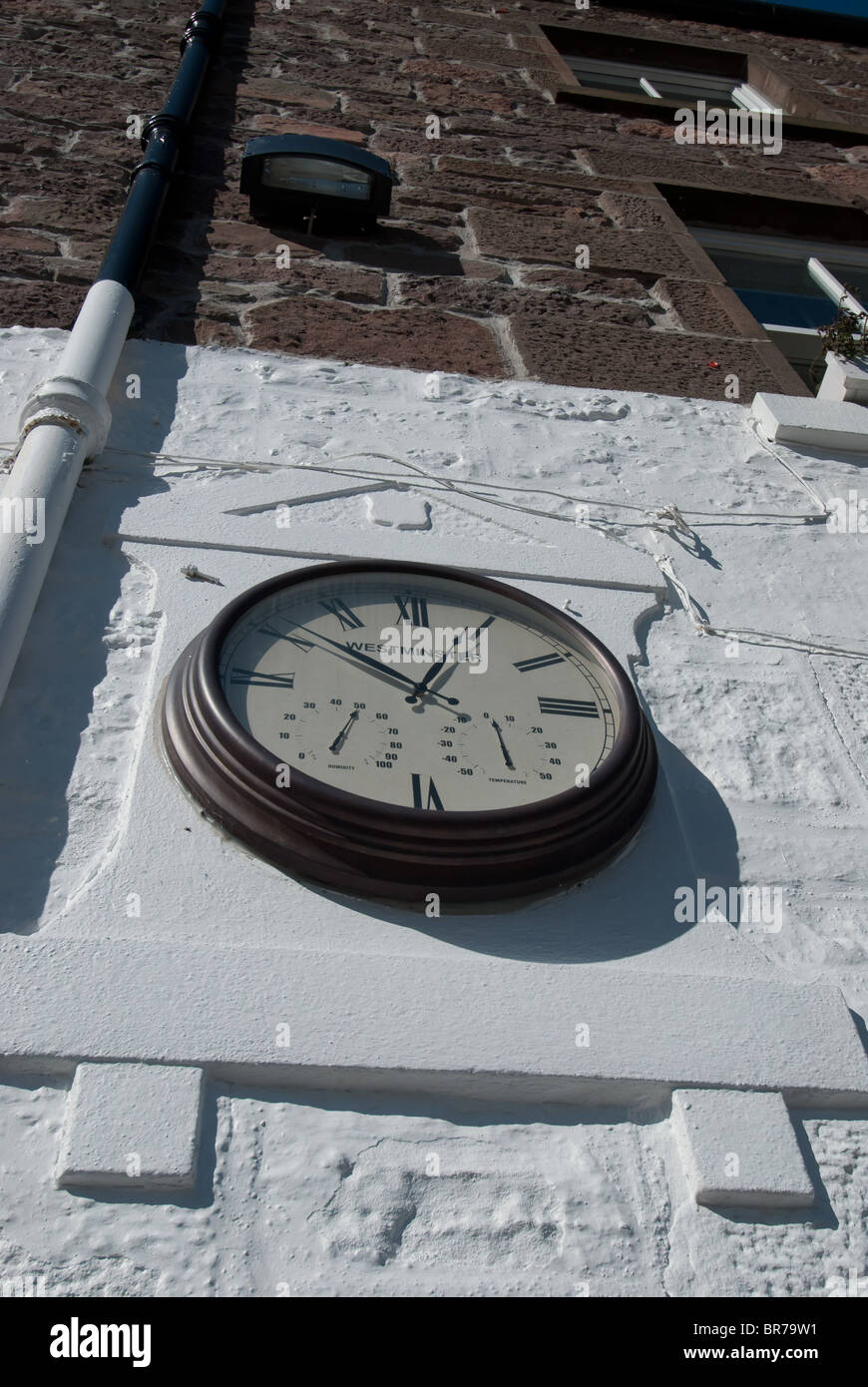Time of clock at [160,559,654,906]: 12:52
